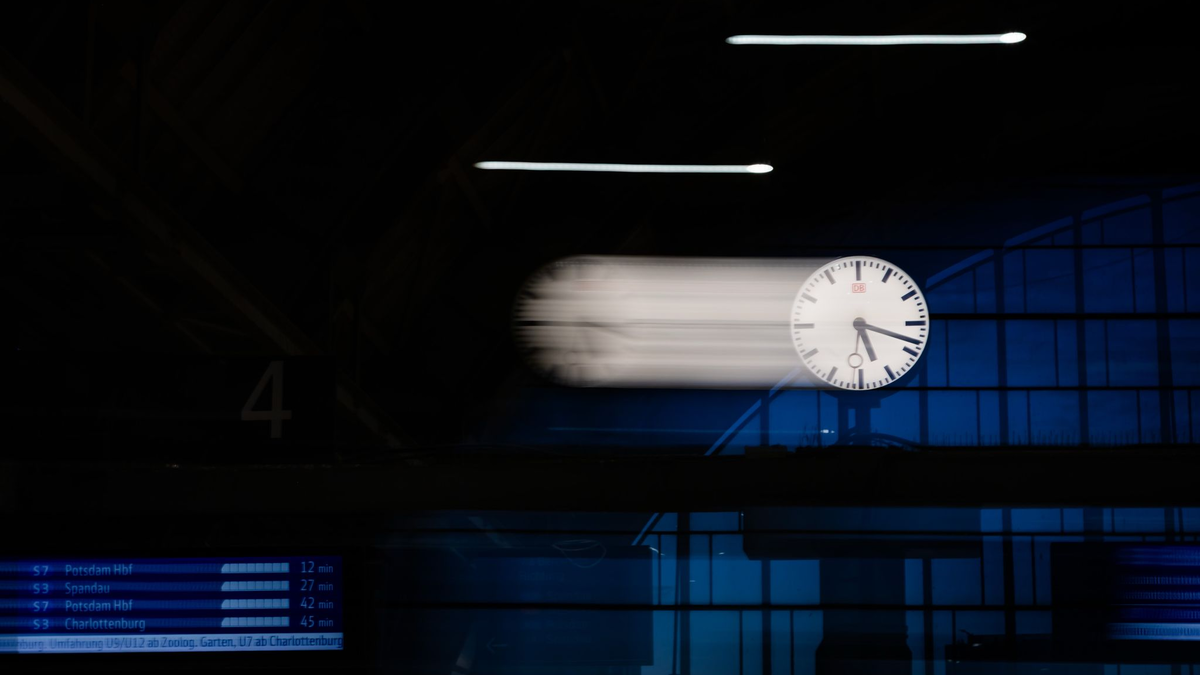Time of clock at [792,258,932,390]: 5:18
